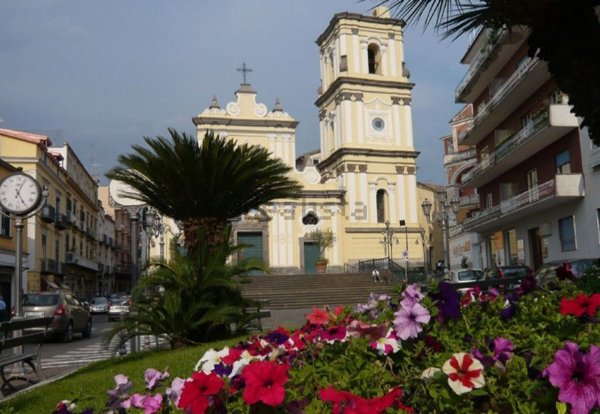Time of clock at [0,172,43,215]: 5:03
